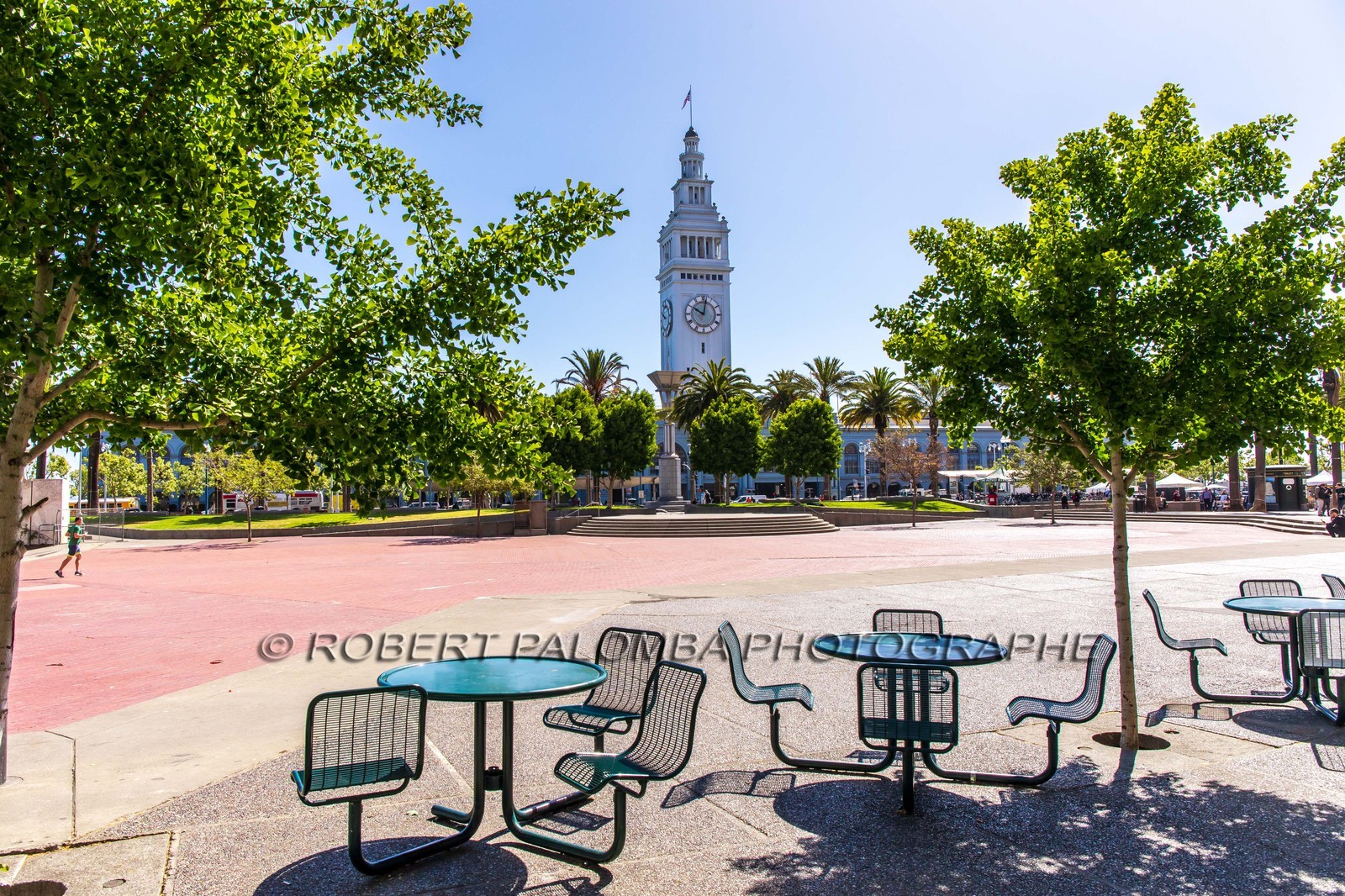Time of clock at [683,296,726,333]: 10:02
